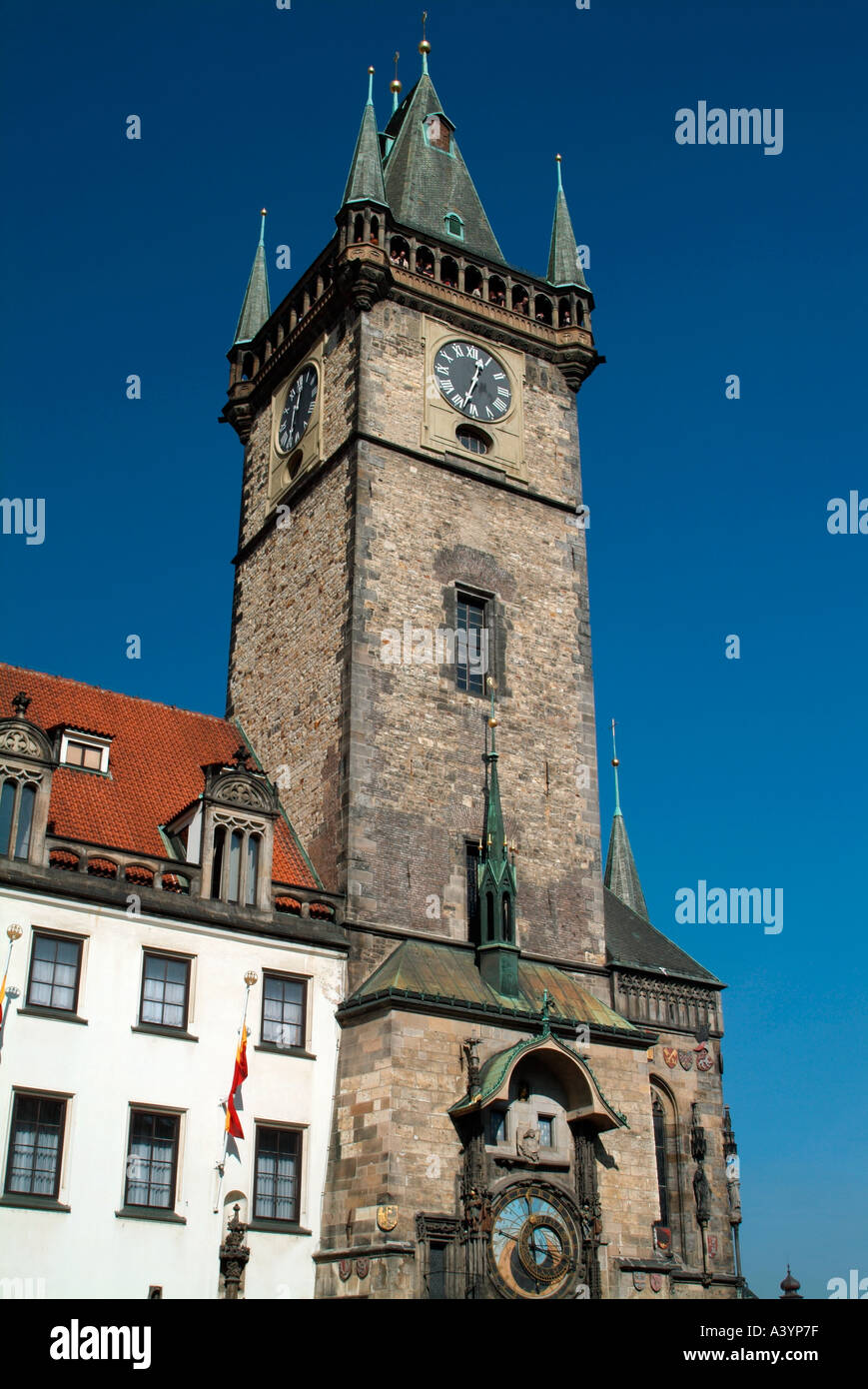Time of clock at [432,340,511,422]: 12:33
